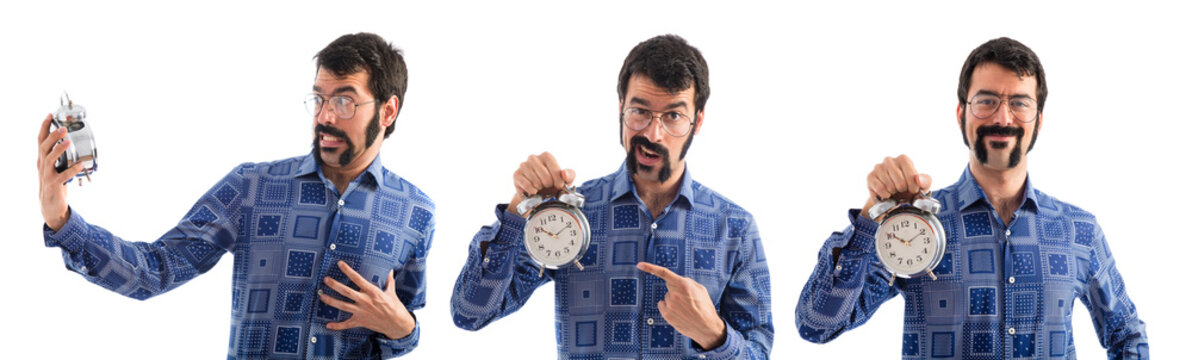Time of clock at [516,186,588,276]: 10:10
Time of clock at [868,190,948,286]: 10:10
